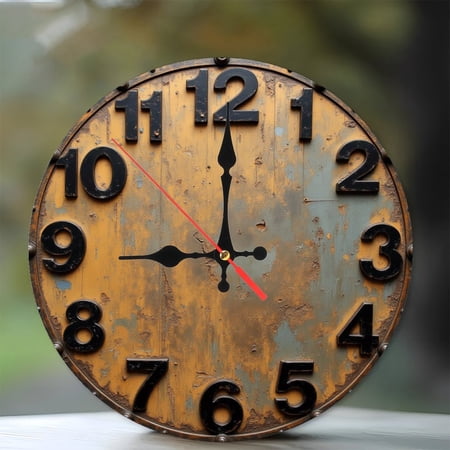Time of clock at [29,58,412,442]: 9:00
